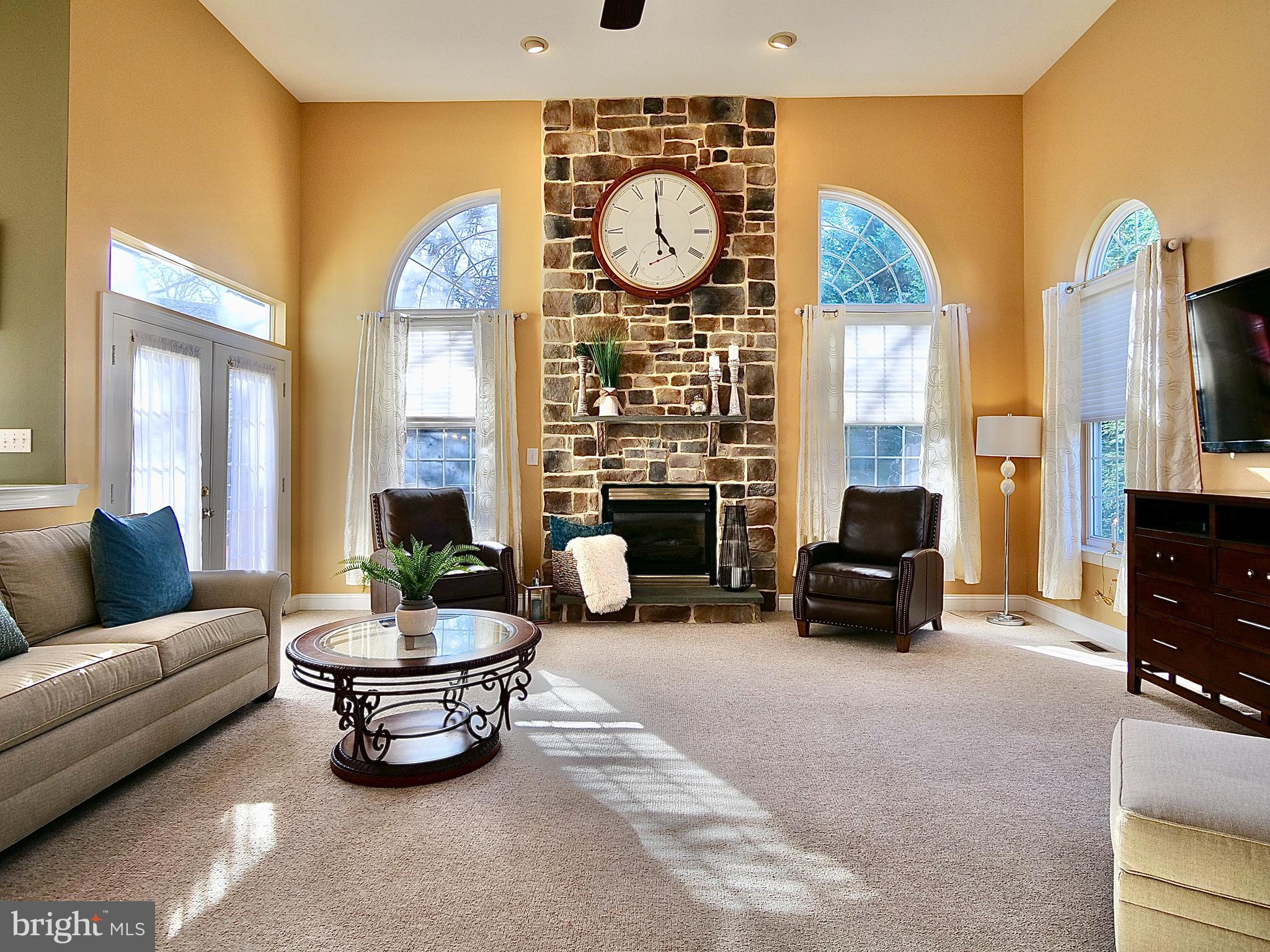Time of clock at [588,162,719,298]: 4:59
